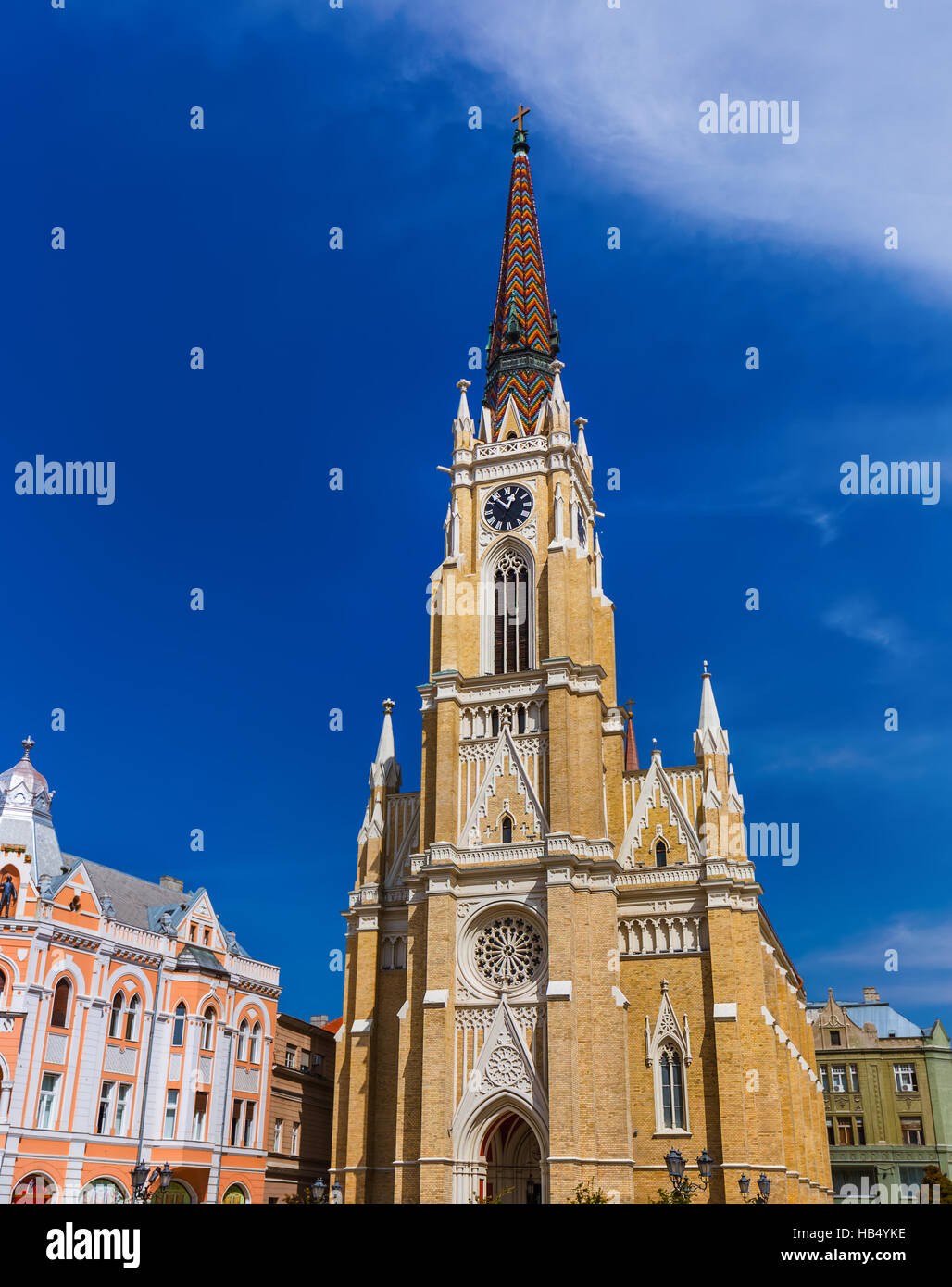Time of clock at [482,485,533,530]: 12:53
